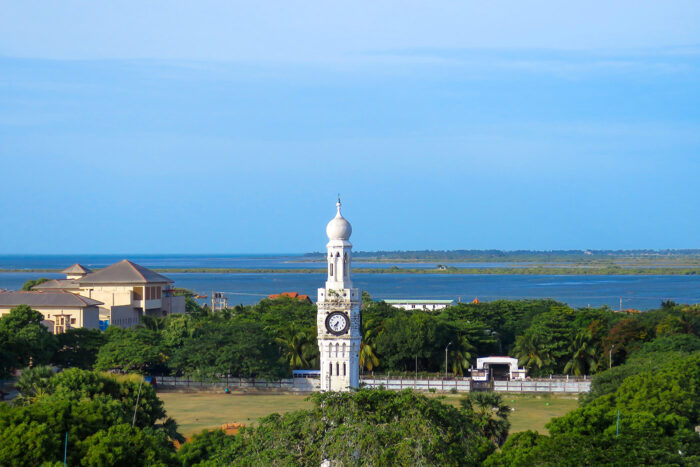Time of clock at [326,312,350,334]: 7:32
